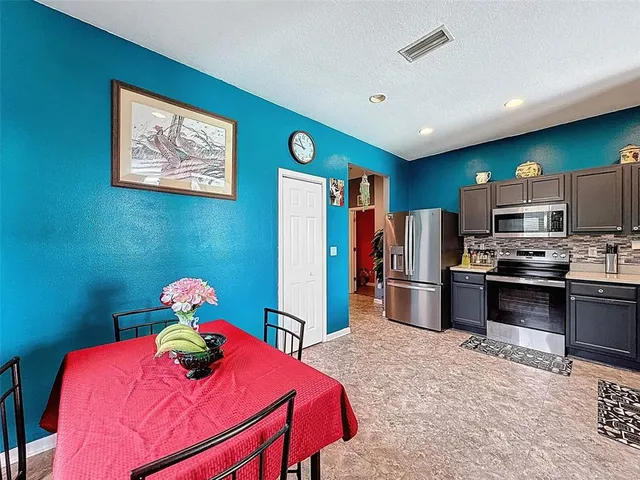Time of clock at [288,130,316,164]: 10:46
